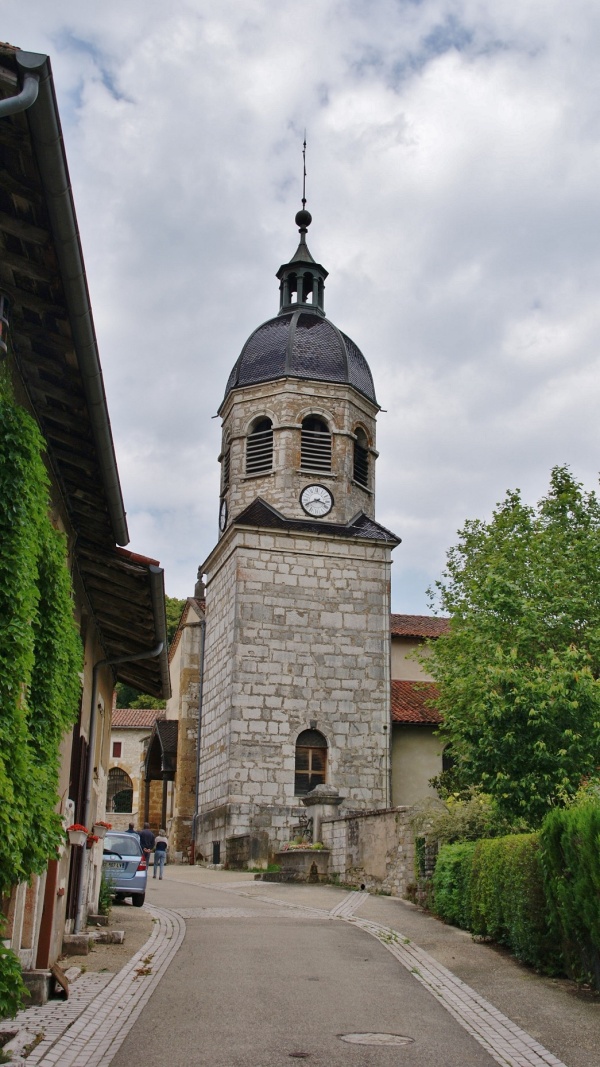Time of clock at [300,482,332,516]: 3:40
